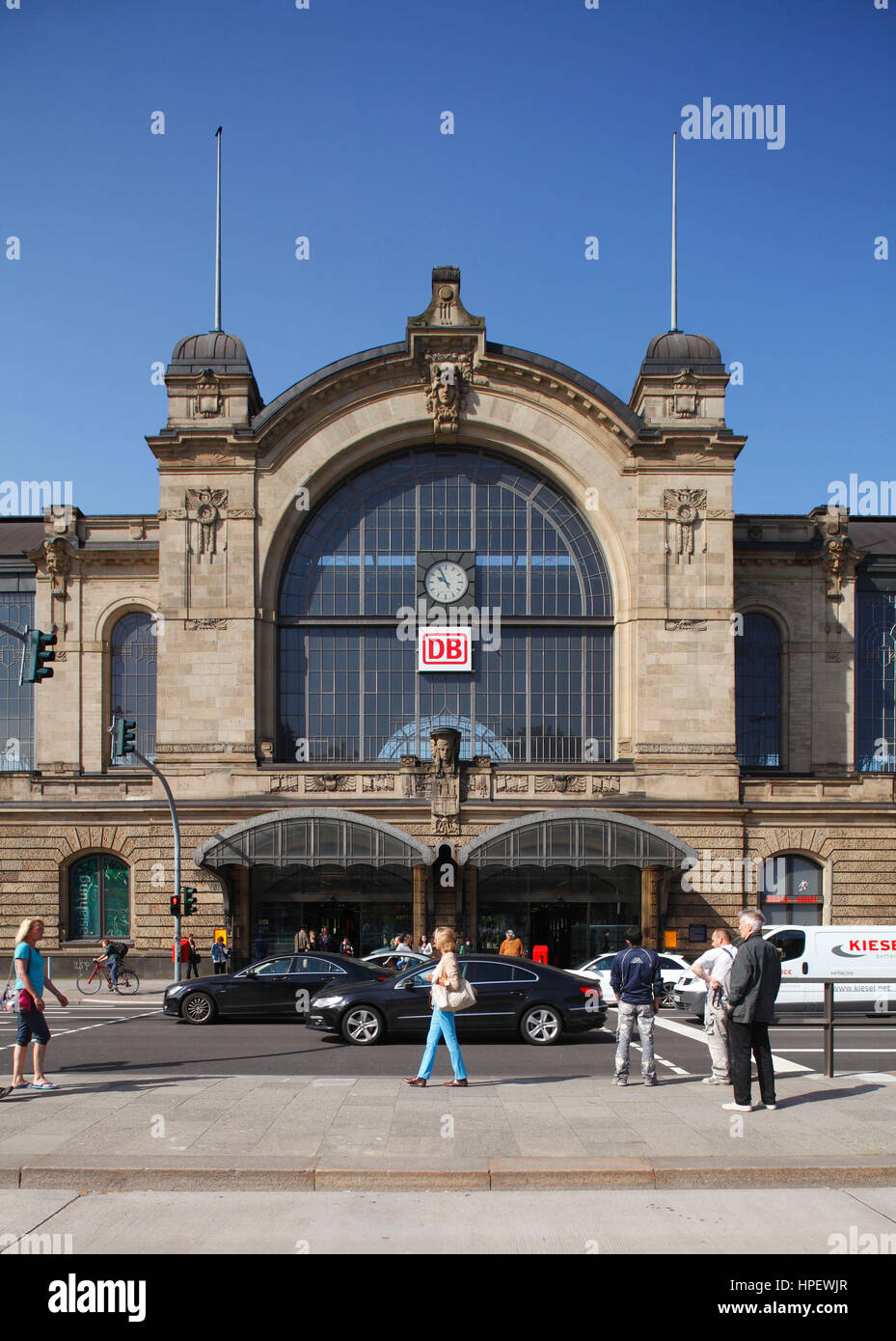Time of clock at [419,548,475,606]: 9:55
